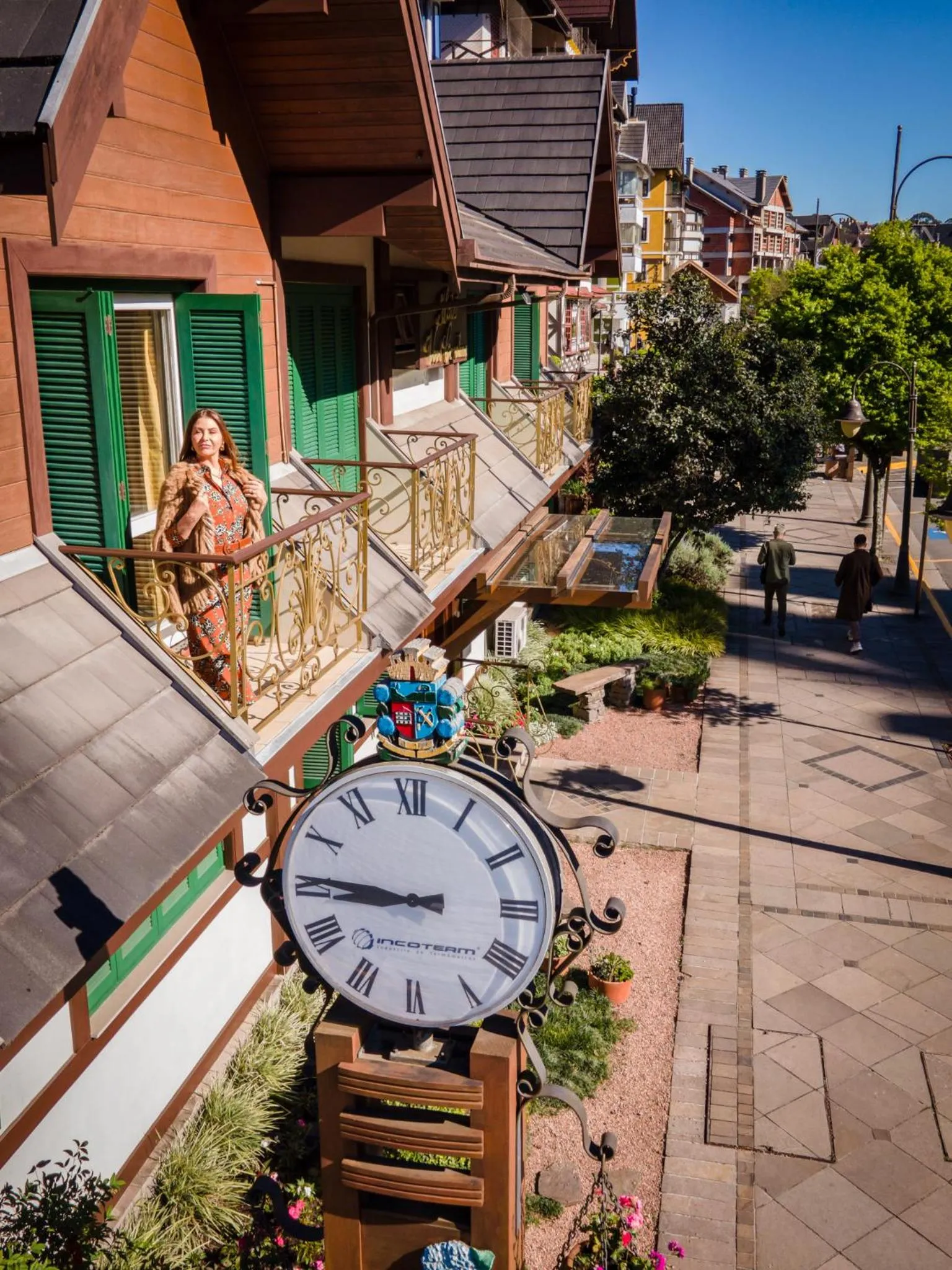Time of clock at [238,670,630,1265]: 8:45
